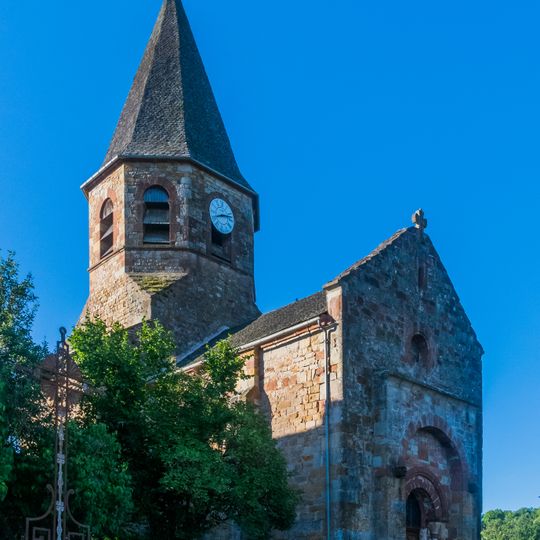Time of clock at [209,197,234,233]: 8:12
